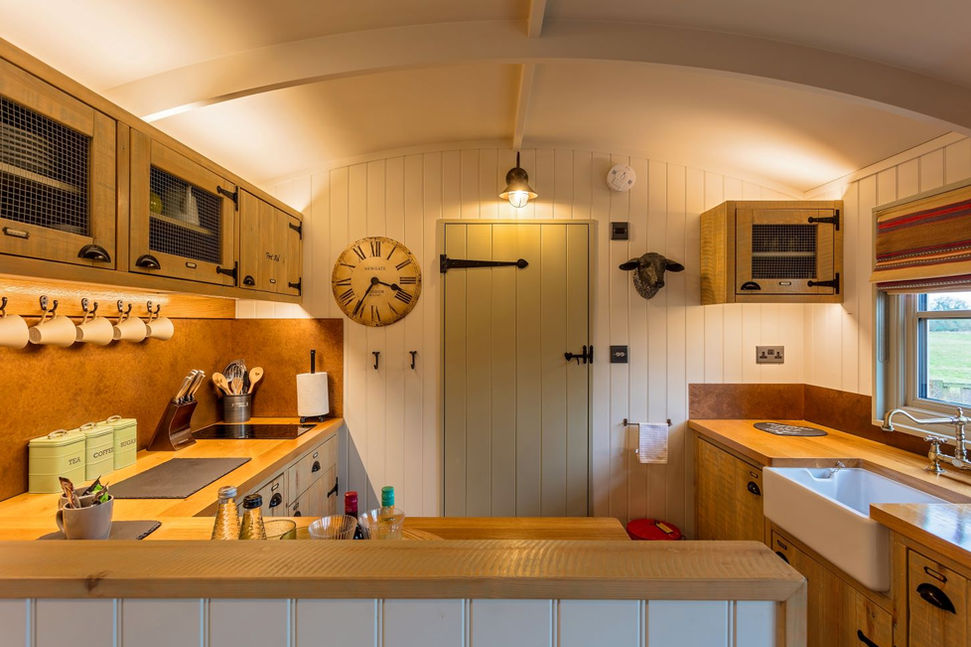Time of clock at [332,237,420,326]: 3:35
